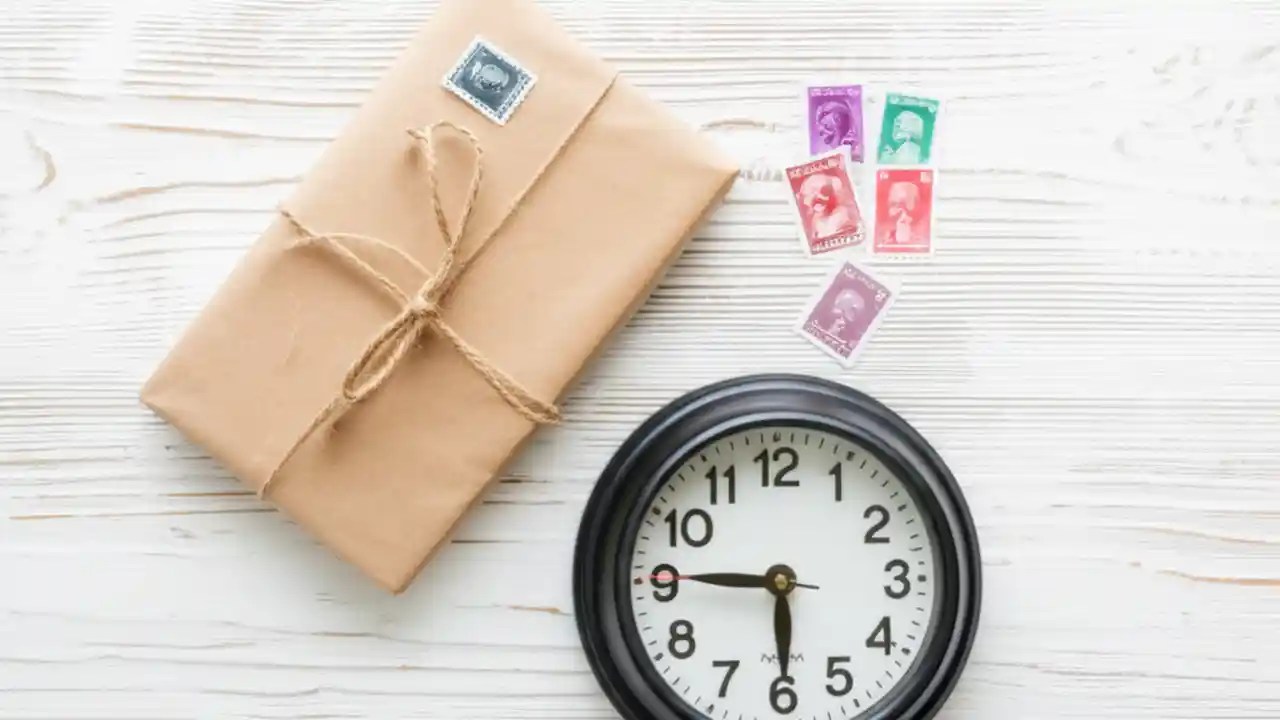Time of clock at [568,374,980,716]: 5:45
